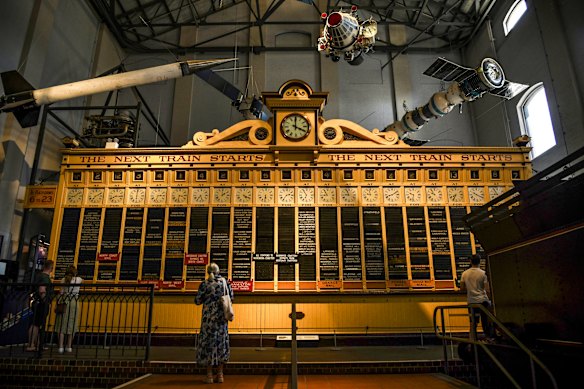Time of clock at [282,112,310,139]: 4:00
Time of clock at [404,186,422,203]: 9:32
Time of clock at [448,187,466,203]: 7:34
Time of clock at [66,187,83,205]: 8:07
